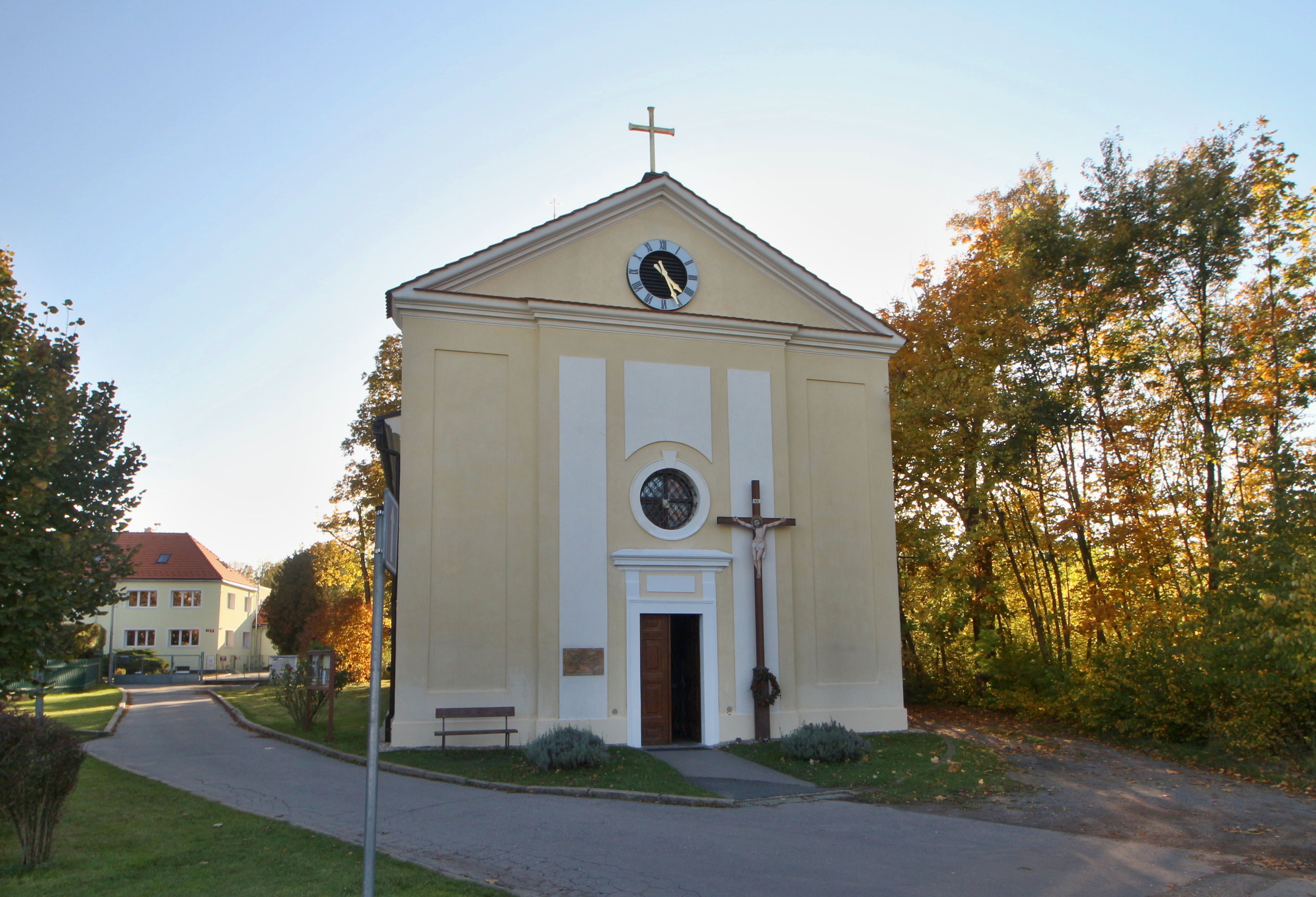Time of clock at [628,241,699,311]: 4:25
